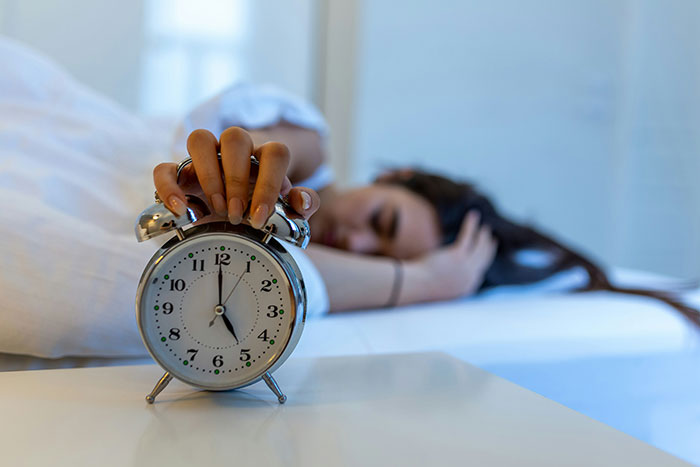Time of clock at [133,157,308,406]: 4:59
